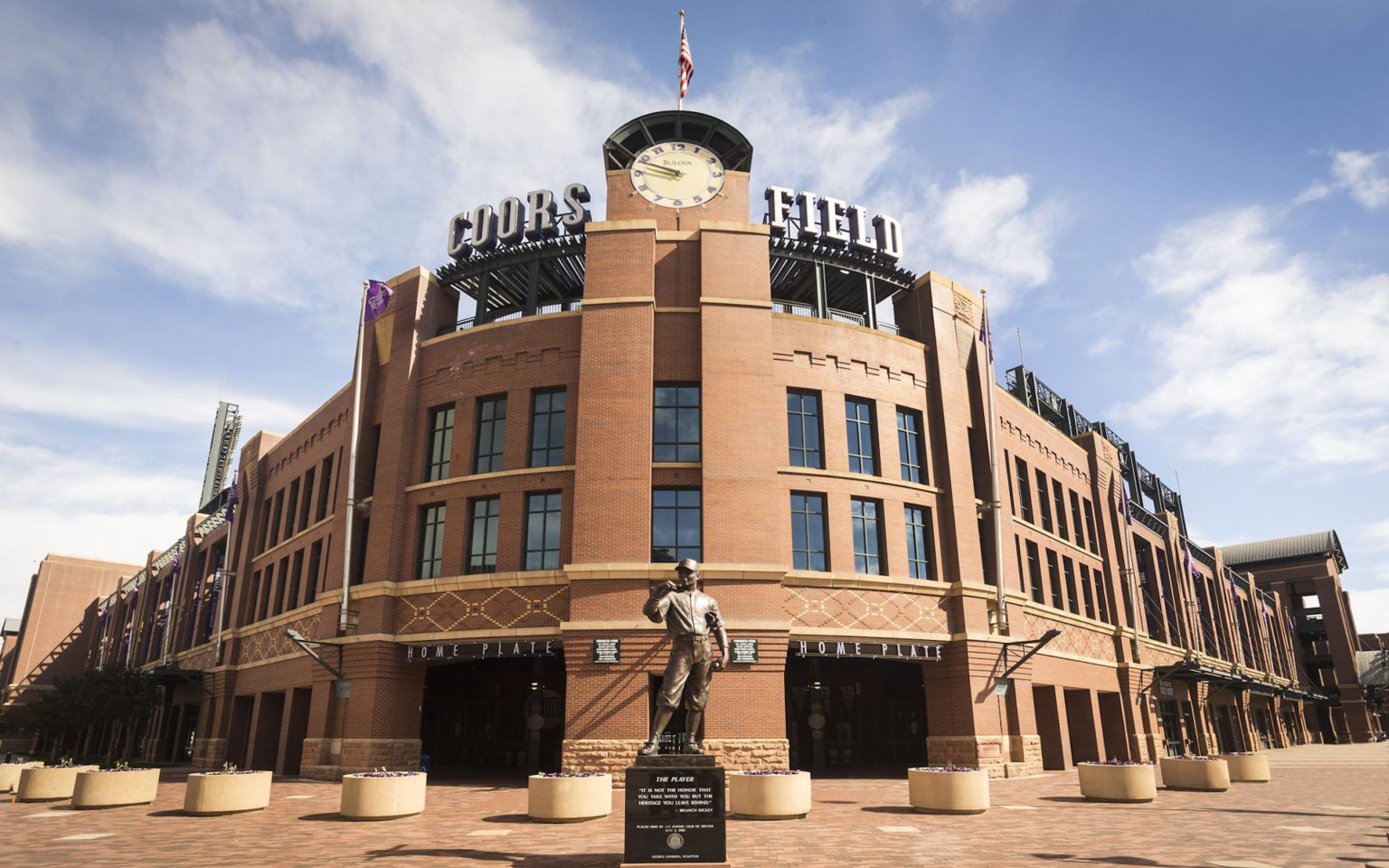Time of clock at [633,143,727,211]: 9:48
